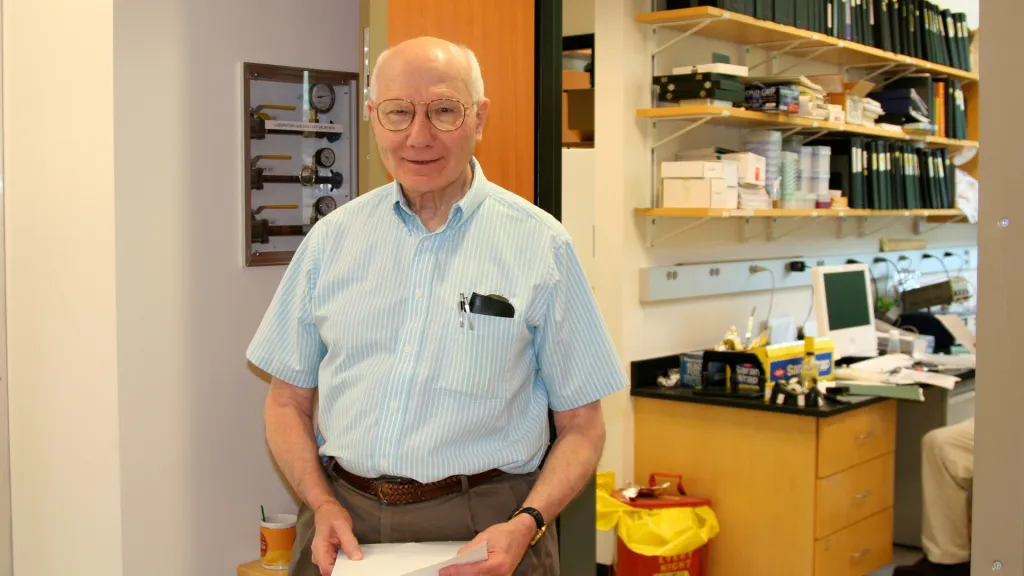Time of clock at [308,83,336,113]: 8:12
